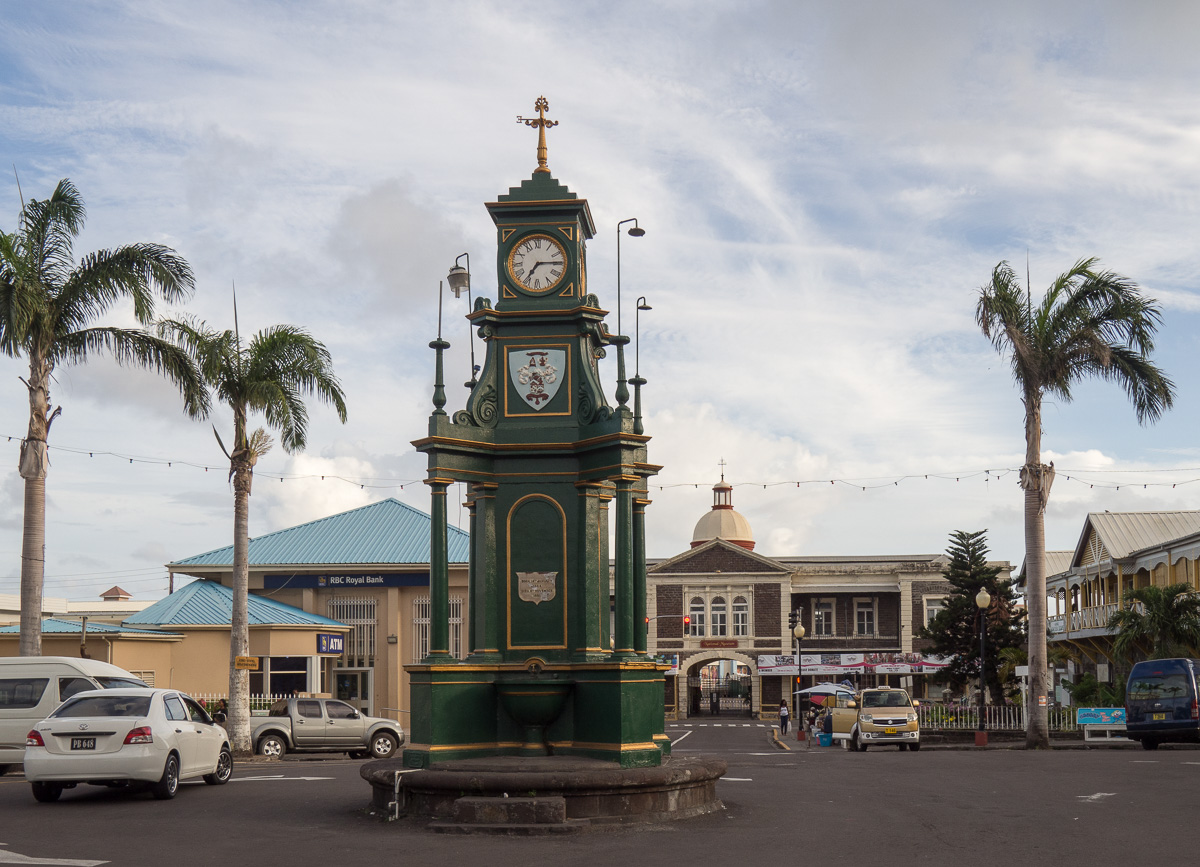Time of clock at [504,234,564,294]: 7:14
